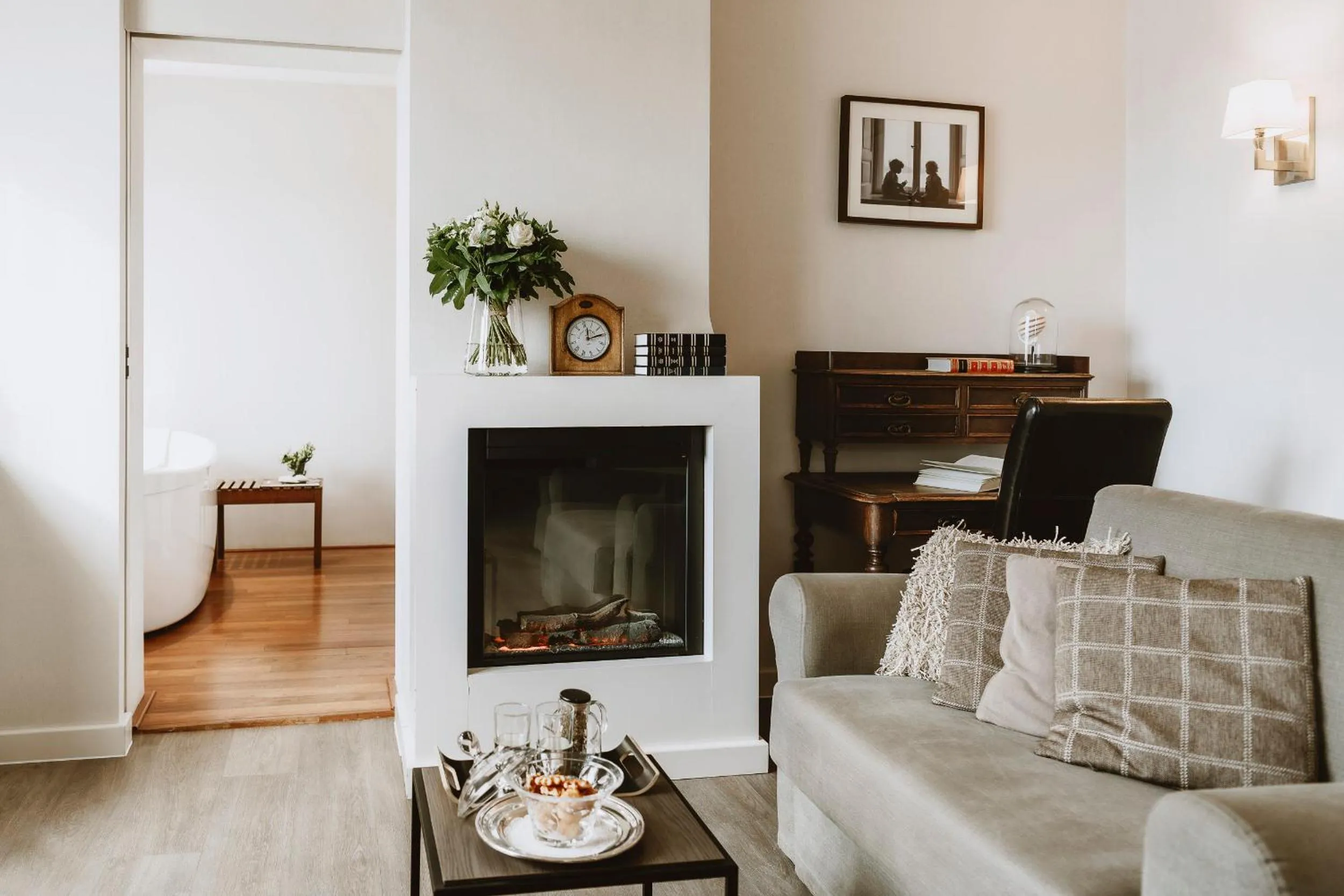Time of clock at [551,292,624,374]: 12:13
